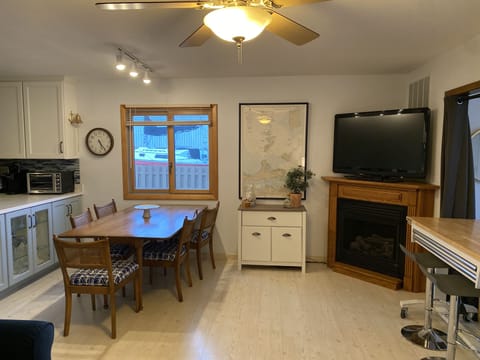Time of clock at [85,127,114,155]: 5:24
